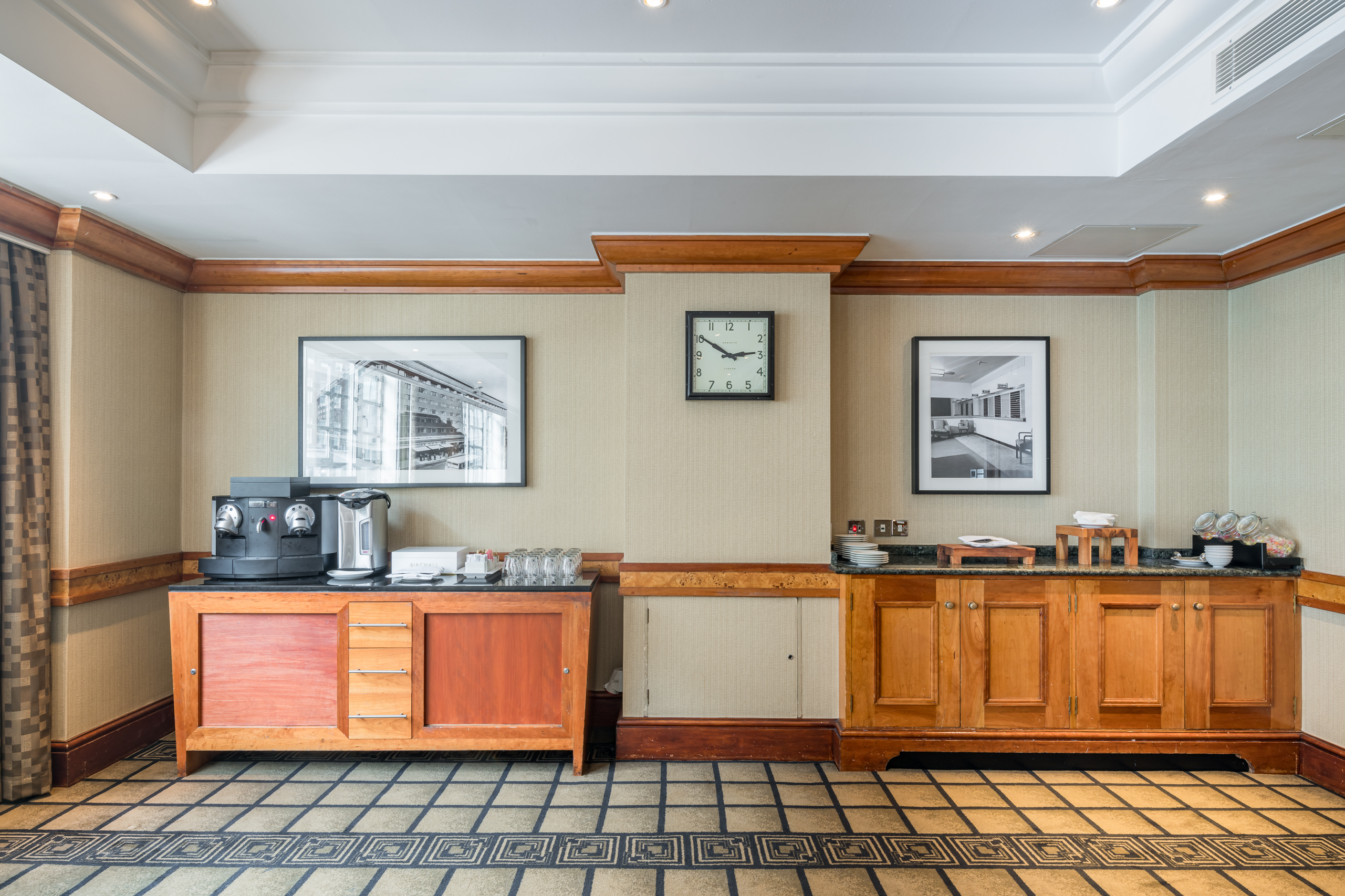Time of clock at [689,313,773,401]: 2:50
